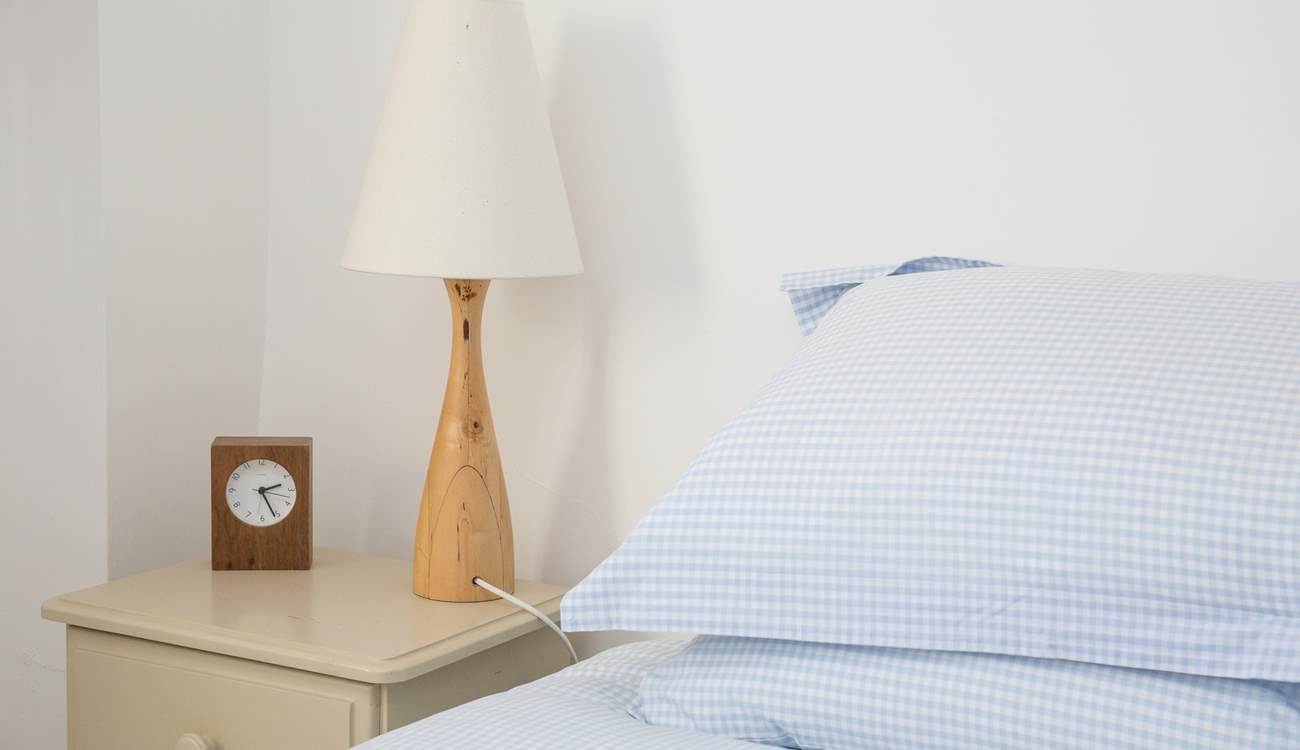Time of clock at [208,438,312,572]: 2:25
